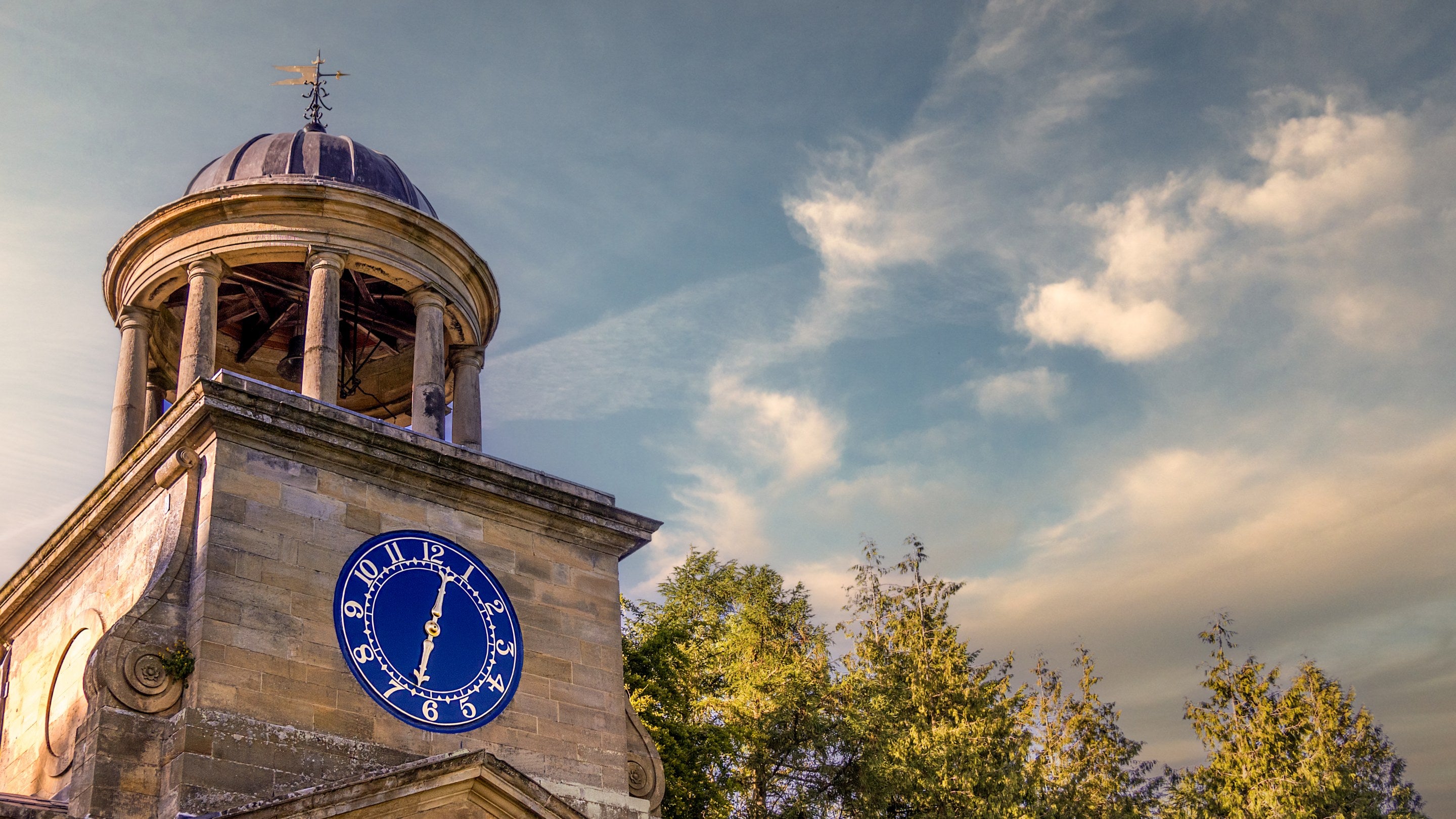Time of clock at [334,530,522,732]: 12:32
